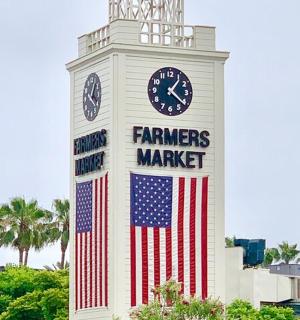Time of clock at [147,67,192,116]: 1:21
